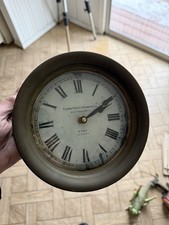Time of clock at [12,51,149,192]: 2:09
